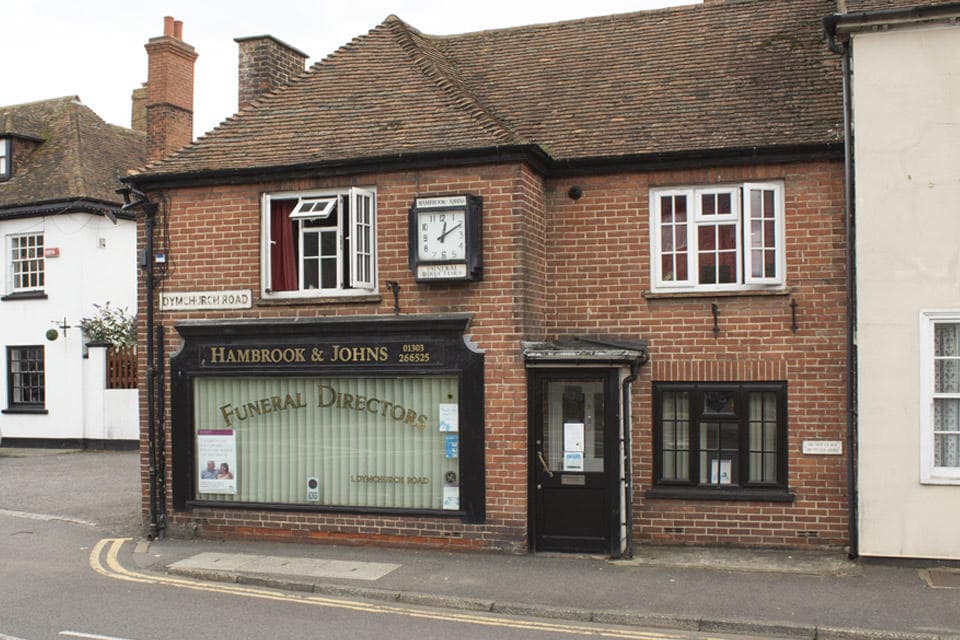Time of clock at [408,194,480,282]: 12:09
